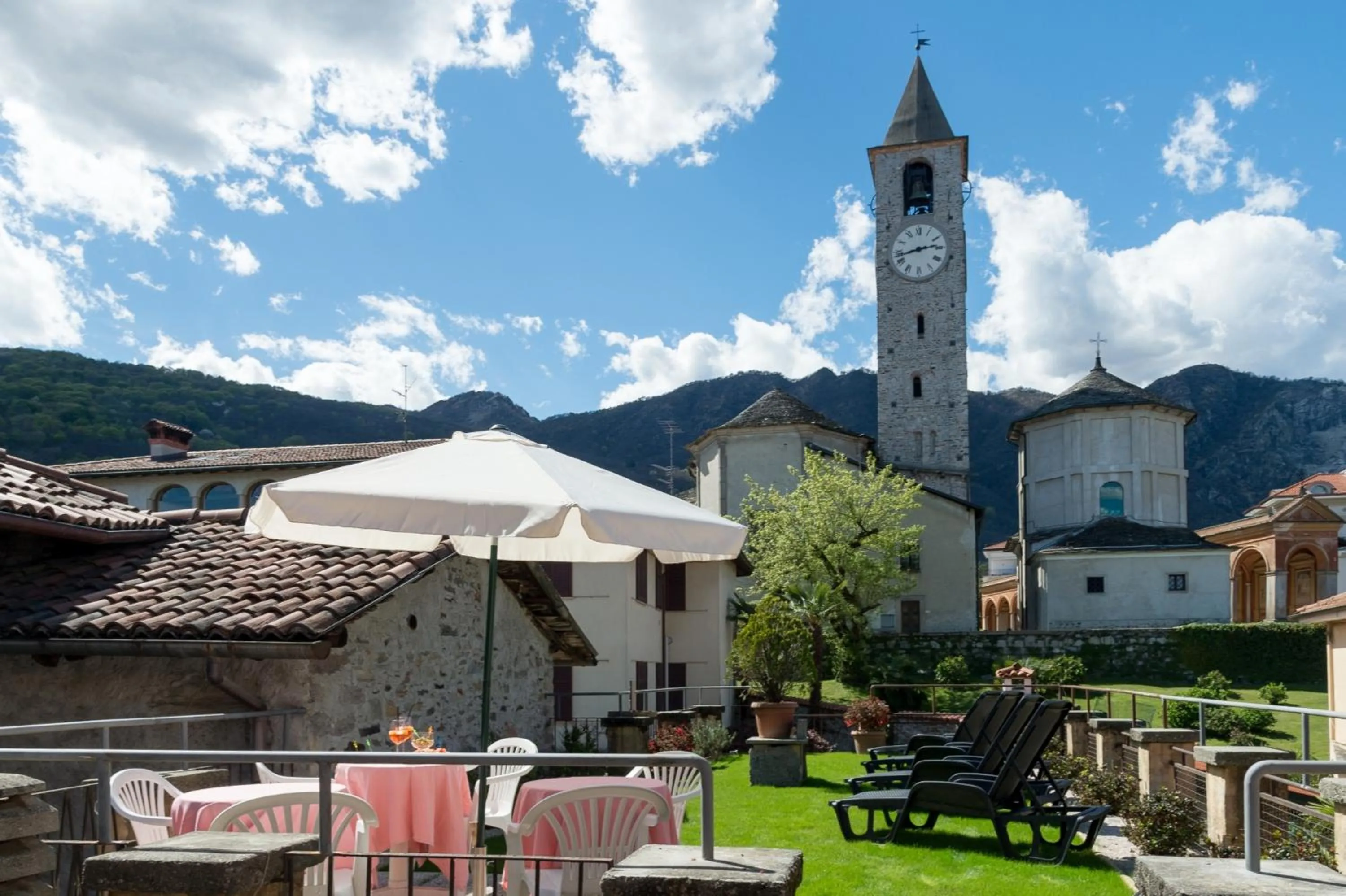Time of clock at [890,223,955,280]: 2:42
